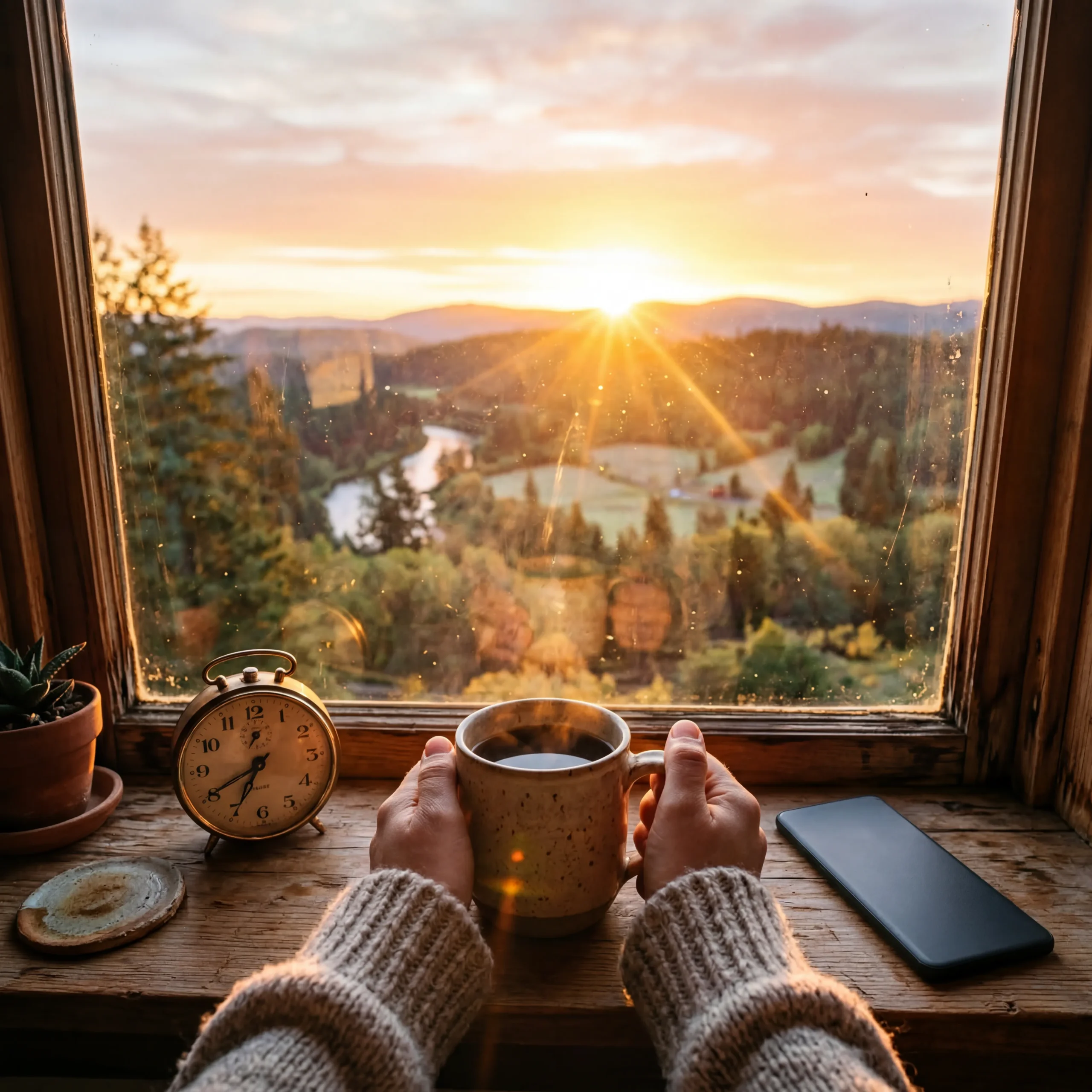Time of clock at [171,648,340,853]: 6:40
